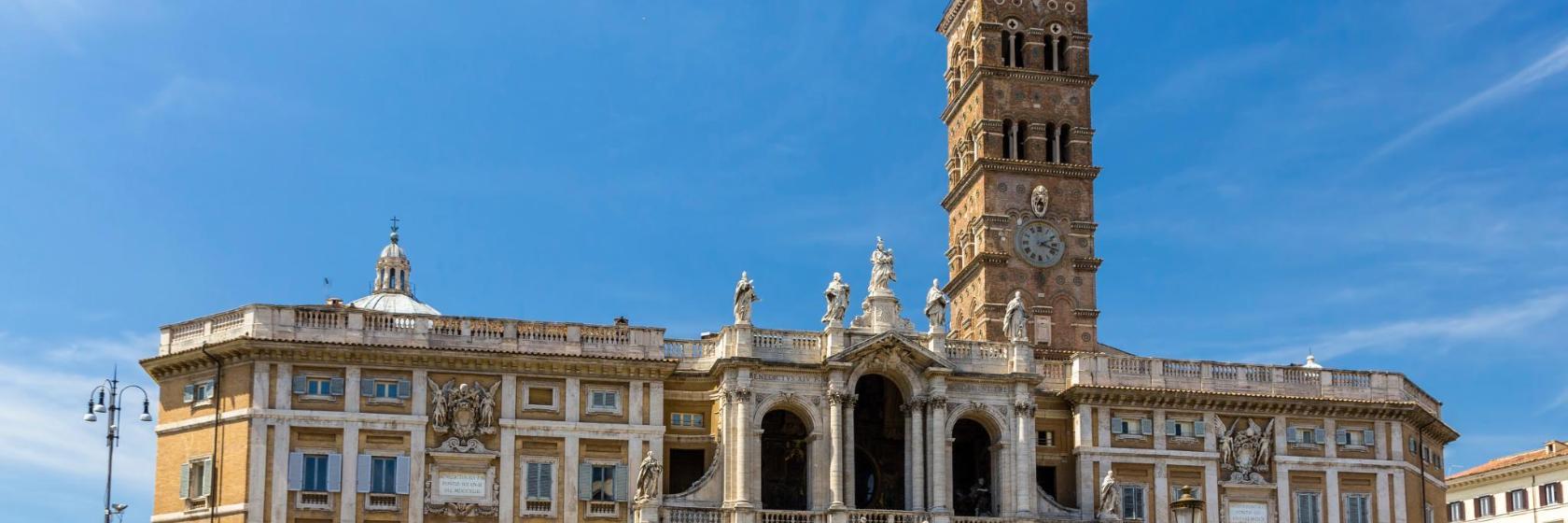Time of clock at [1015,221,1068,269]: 2:18
